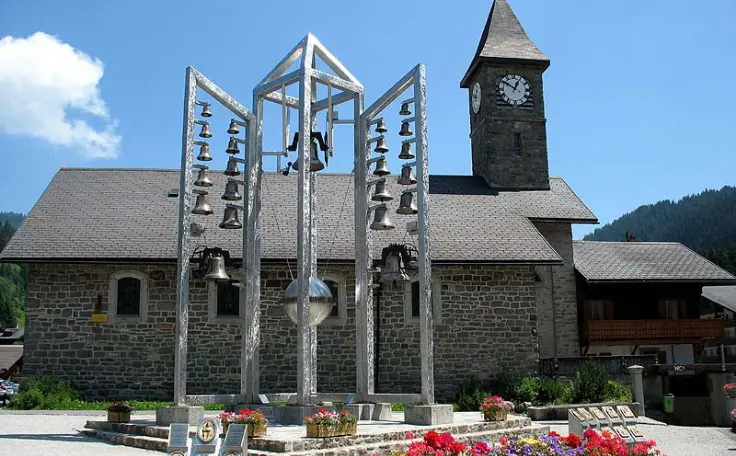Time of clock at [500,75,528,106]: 12:50
